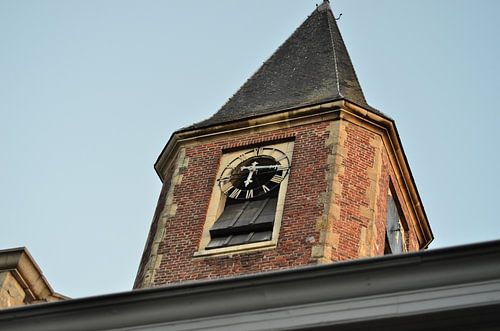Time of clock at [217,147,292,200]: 6:15
